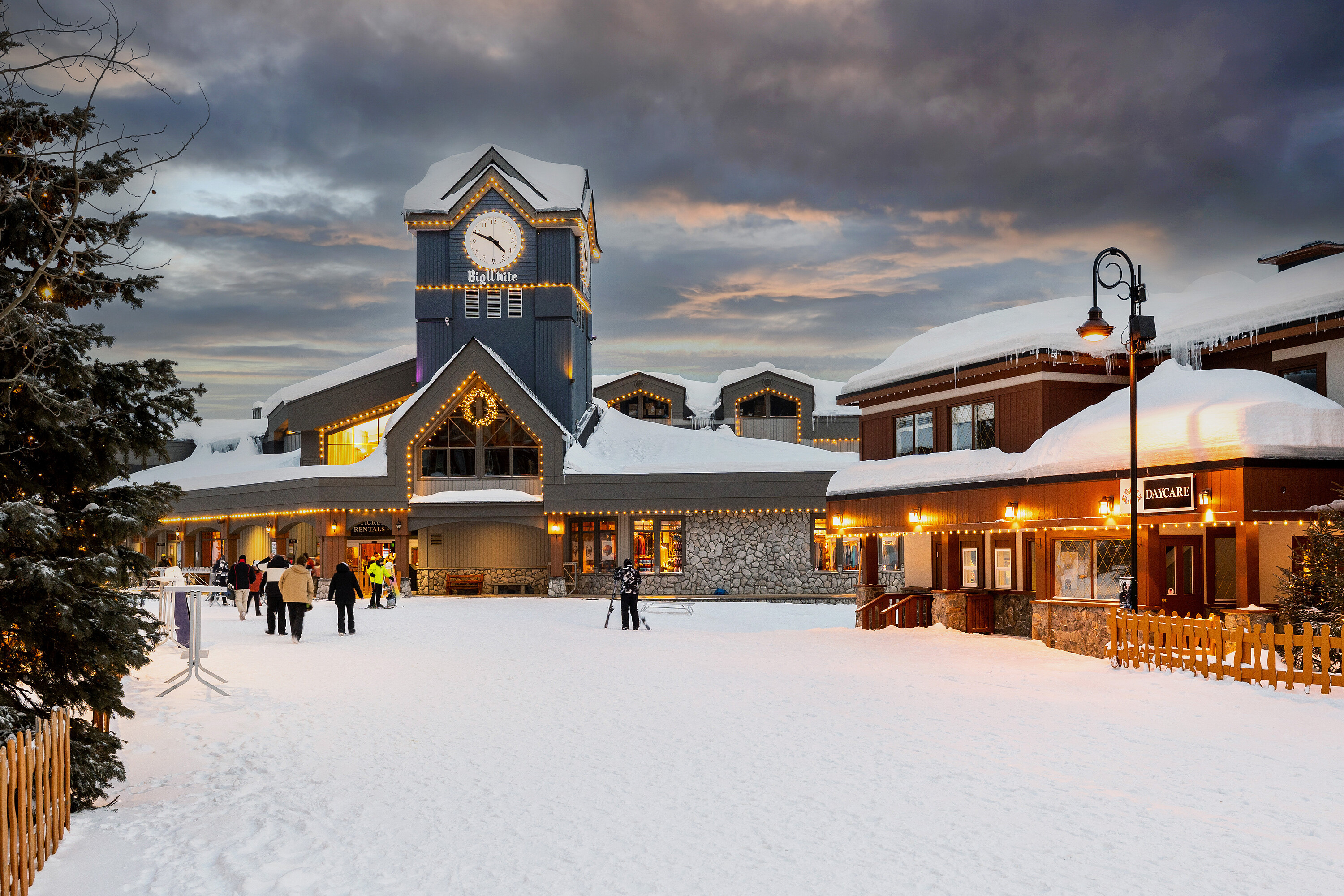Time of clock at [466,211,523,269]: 4:49
